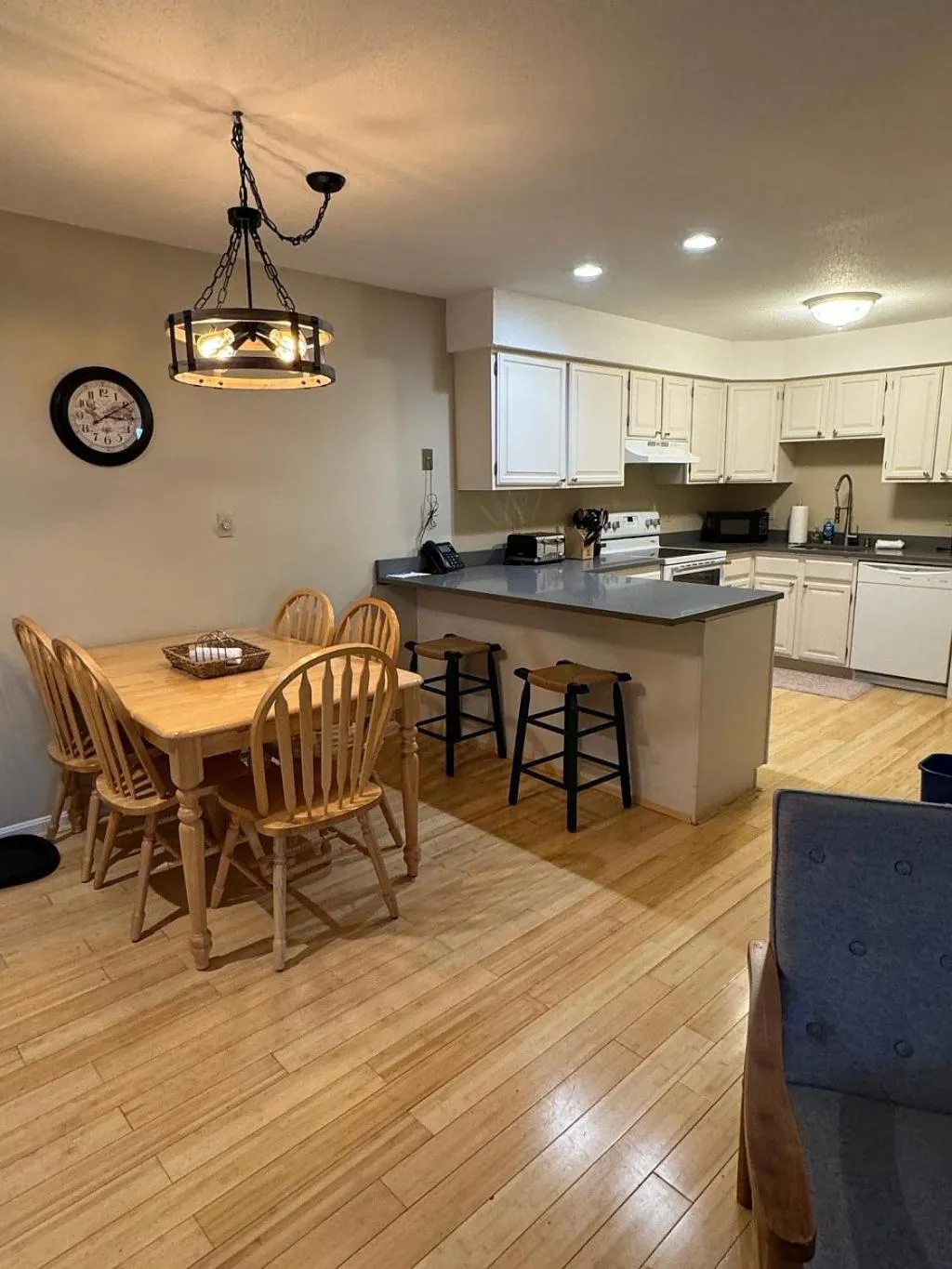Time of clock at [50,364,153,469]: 3:09
